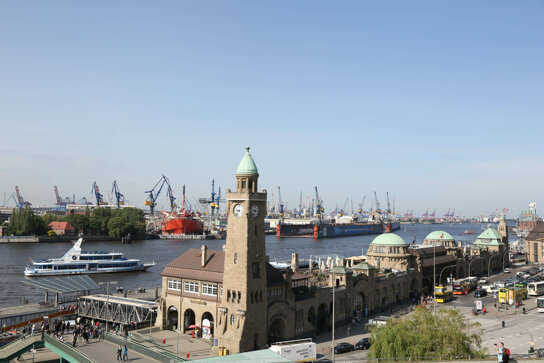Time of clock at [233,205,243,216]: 9:36
